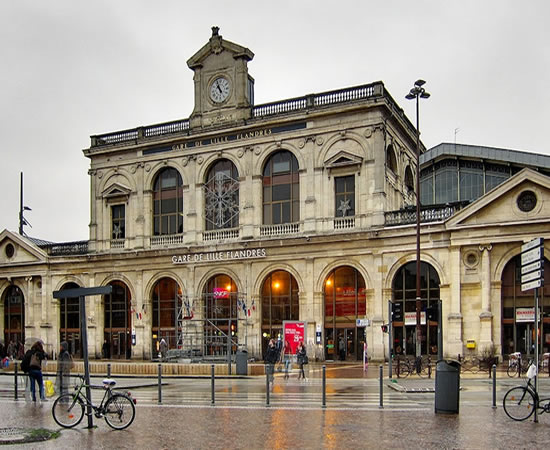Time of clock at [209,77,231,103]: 10:56
